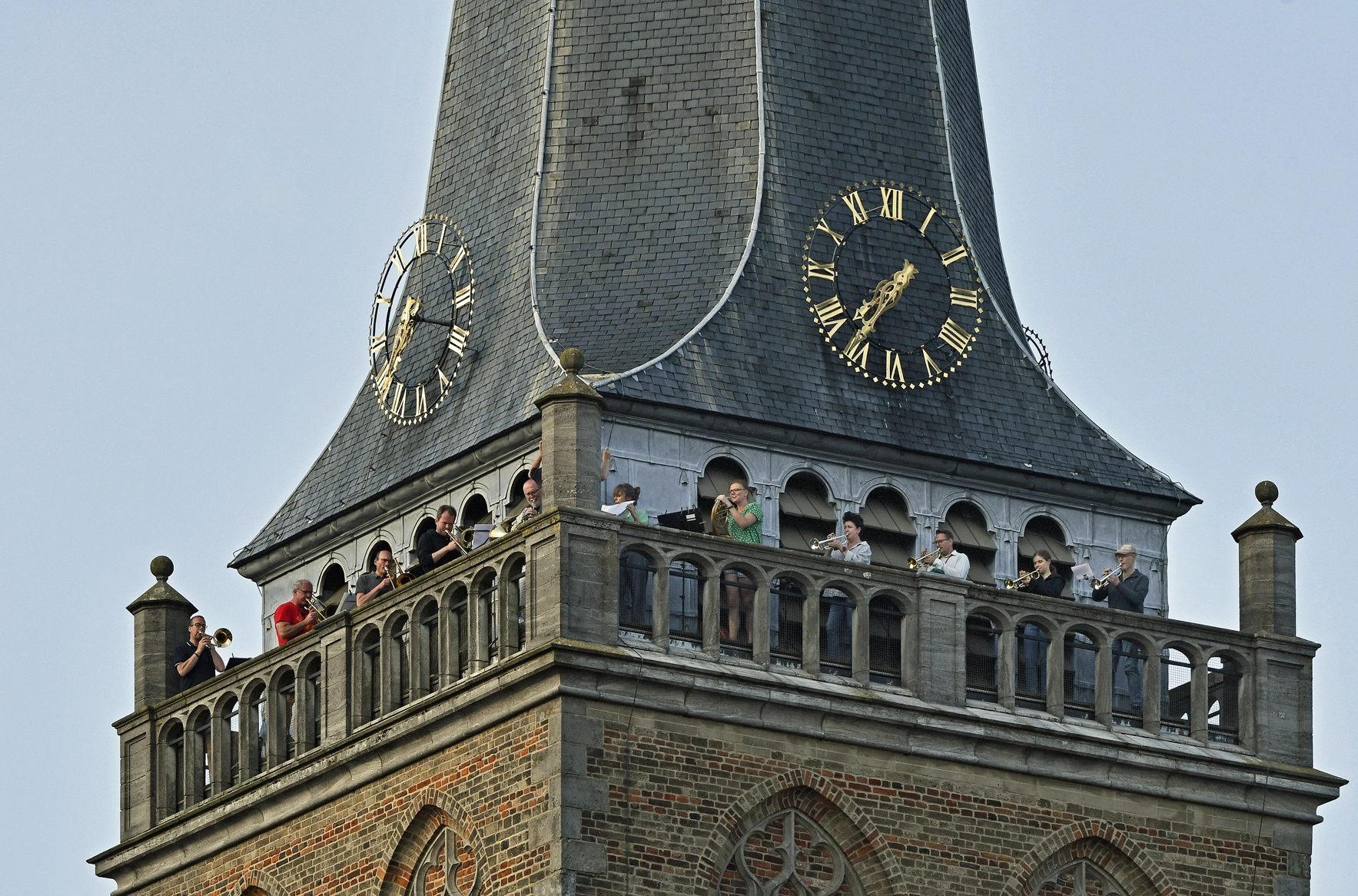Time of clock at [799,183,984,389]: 7:36
